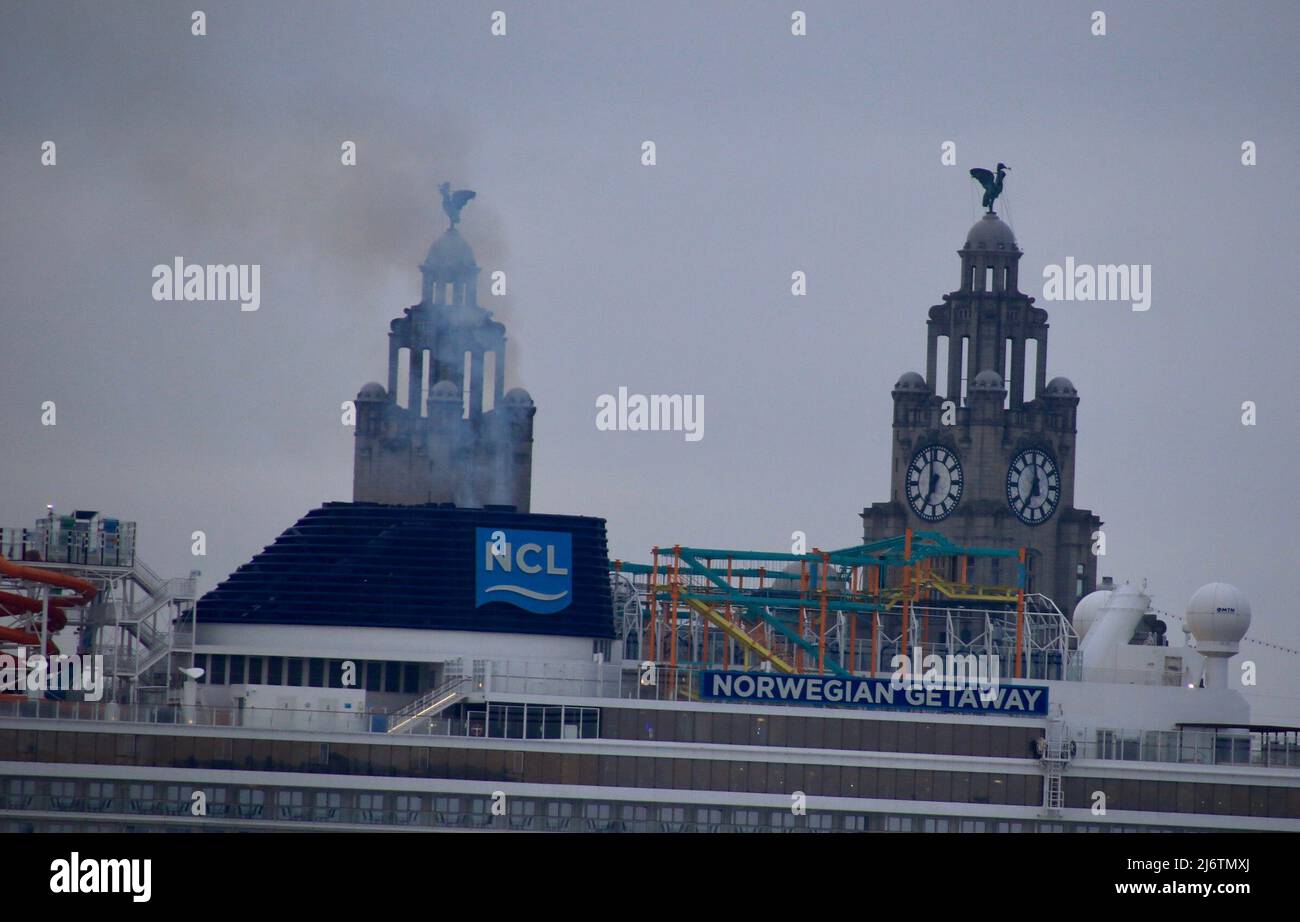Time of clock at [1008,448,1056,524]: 6:59
